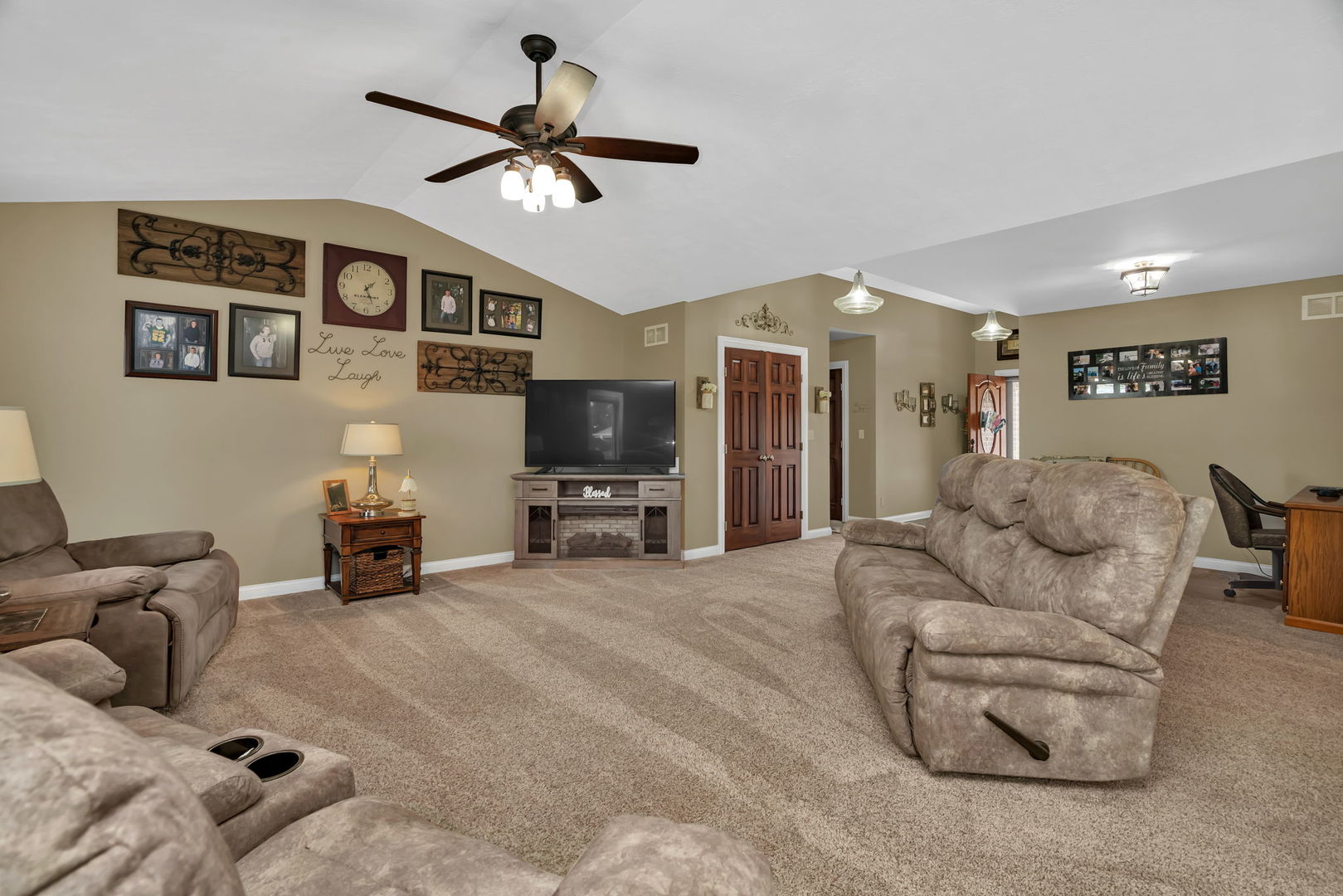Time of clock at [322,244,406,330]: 1:26
